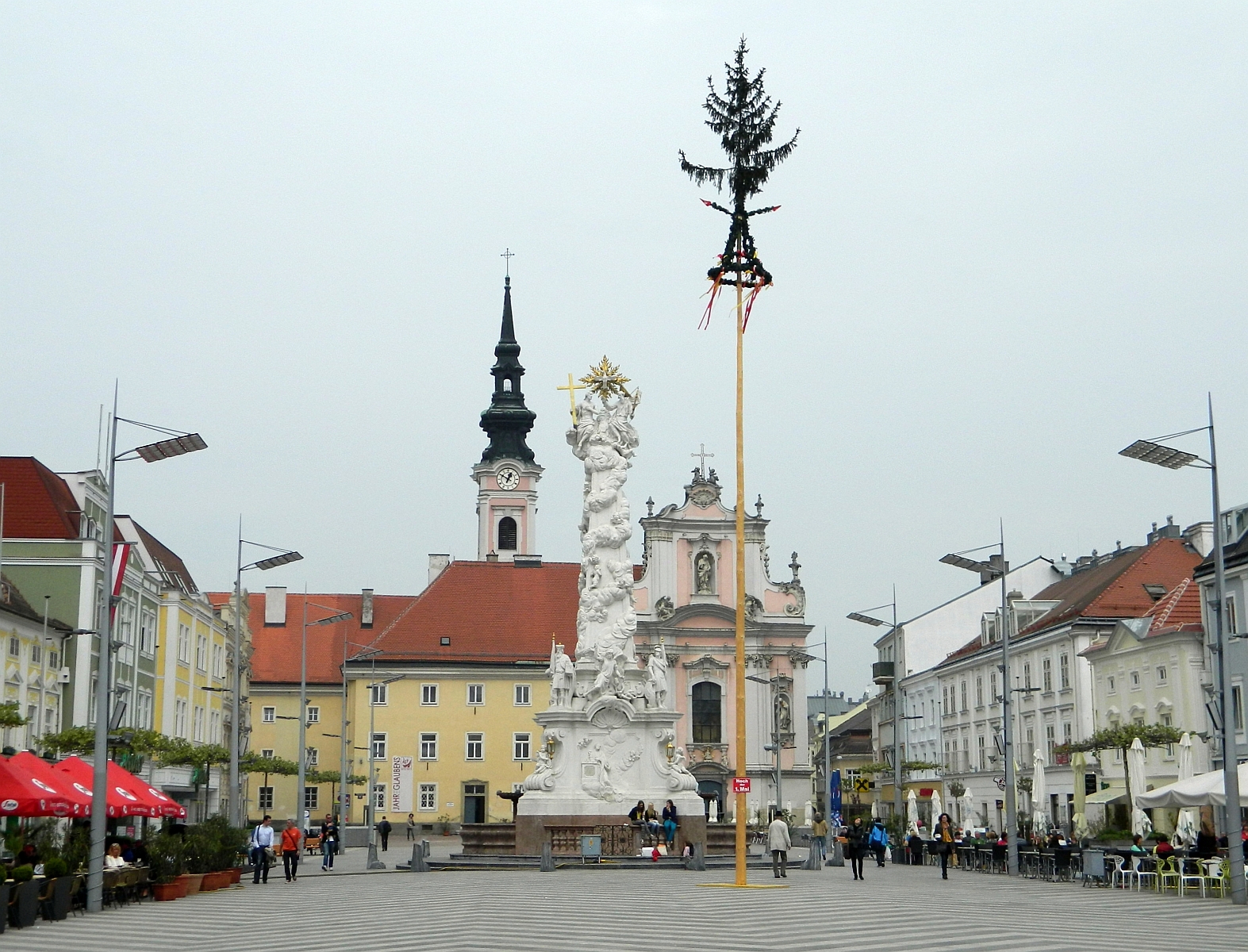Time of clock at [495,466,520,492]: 12:49
